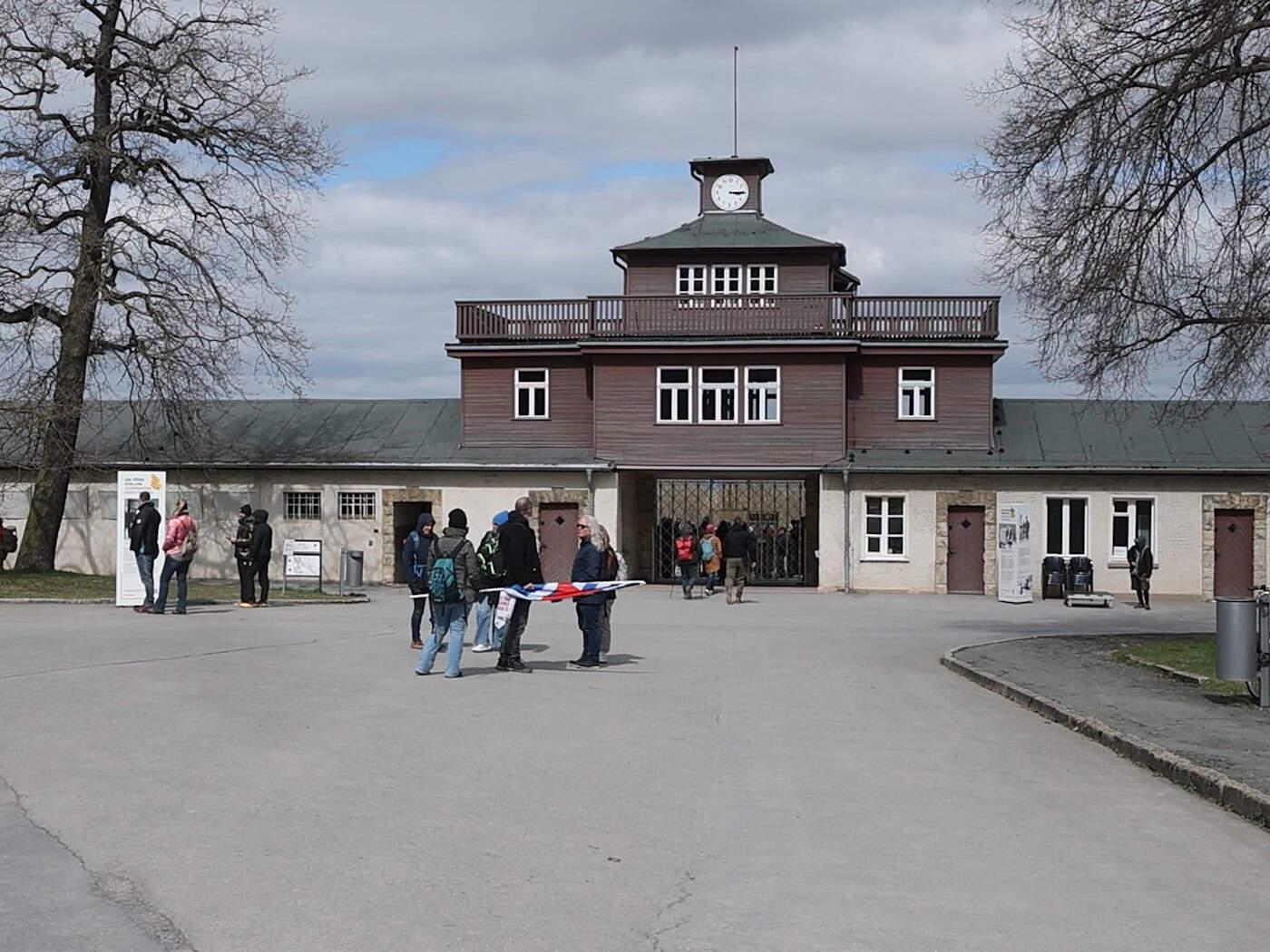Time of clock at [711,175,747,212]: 3:15
